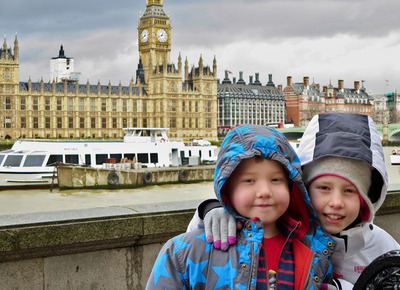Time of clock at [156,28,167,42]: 12:41
